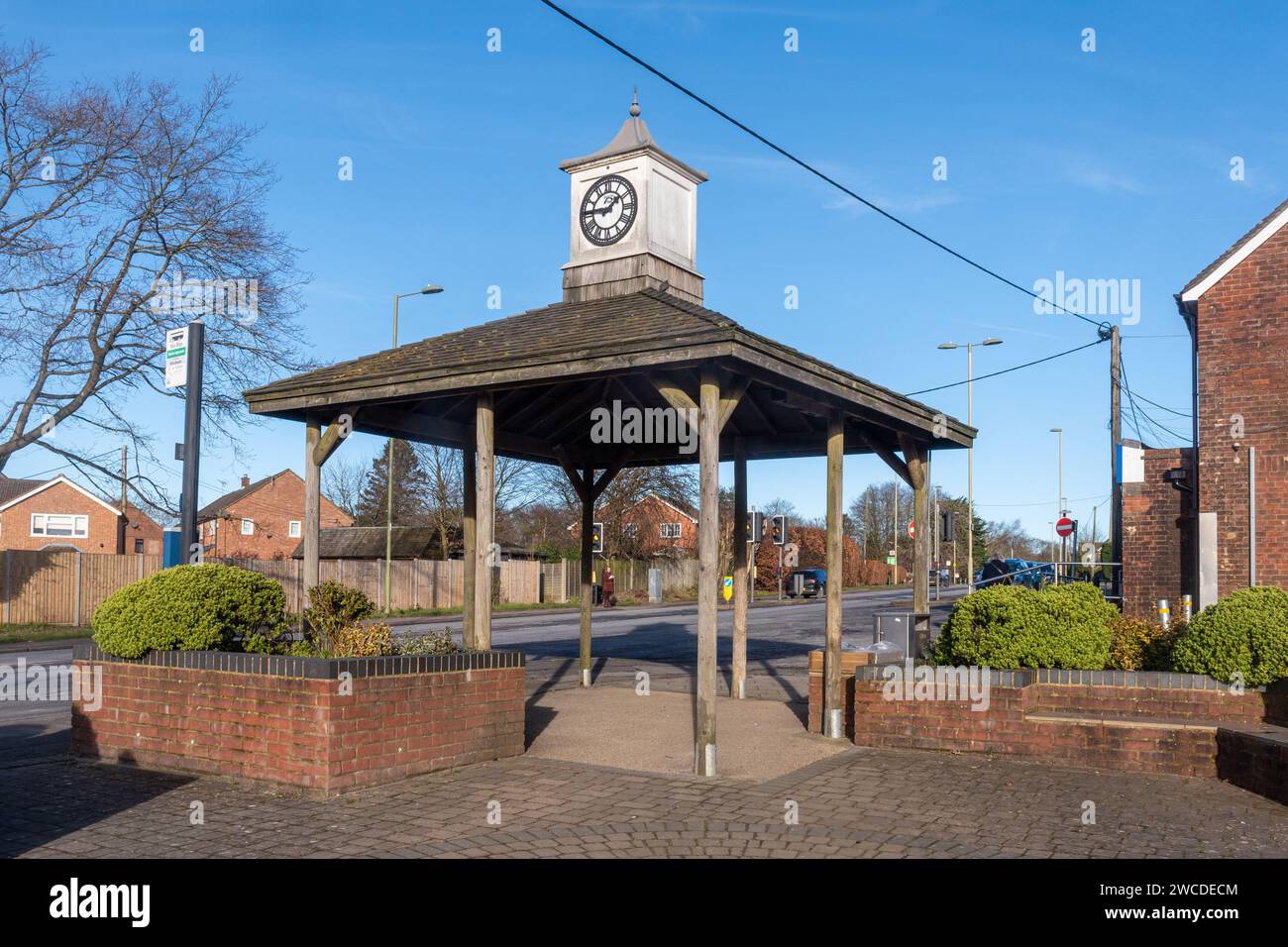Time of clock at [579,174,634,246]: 1:45
